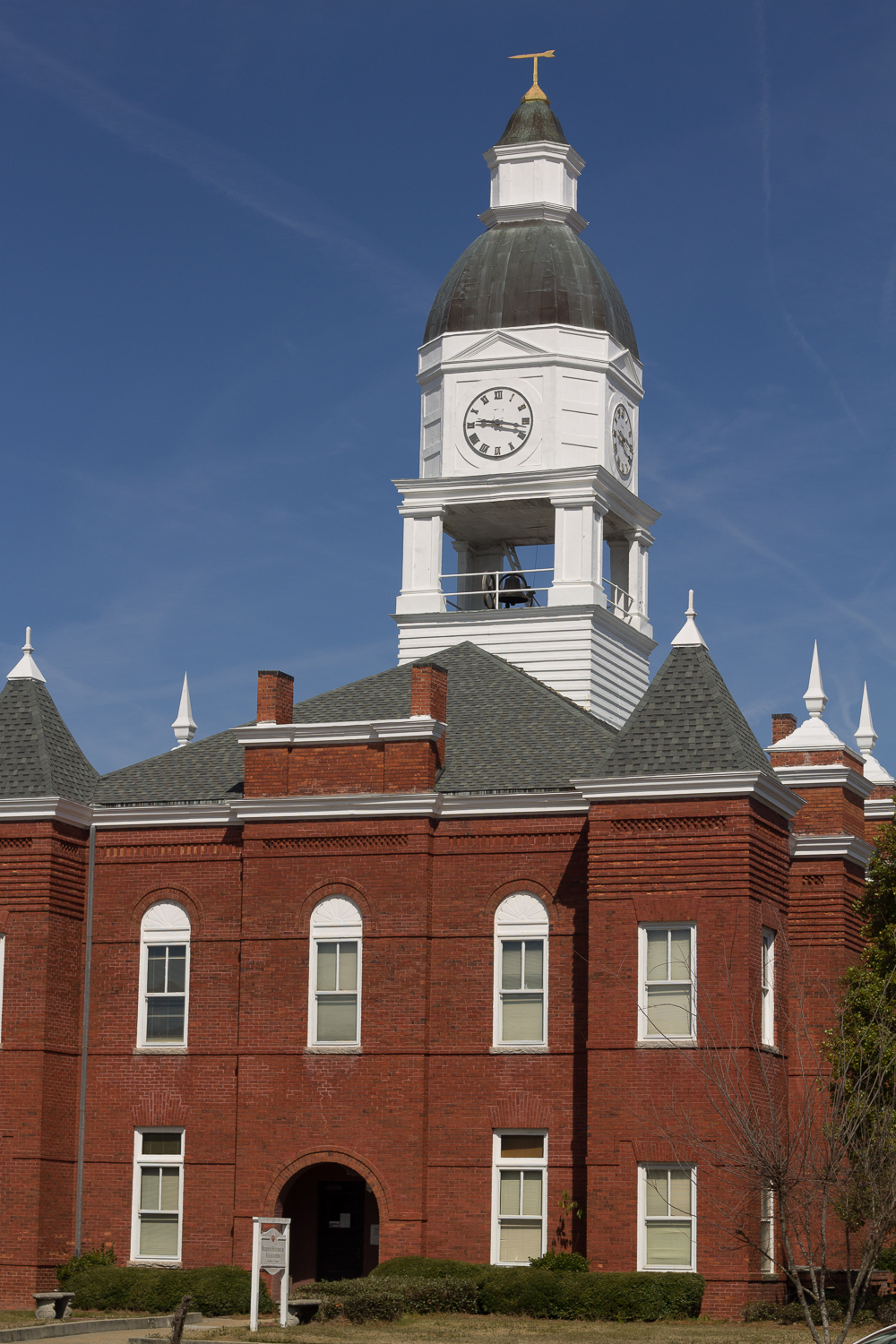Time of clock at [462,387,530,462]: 9:17
